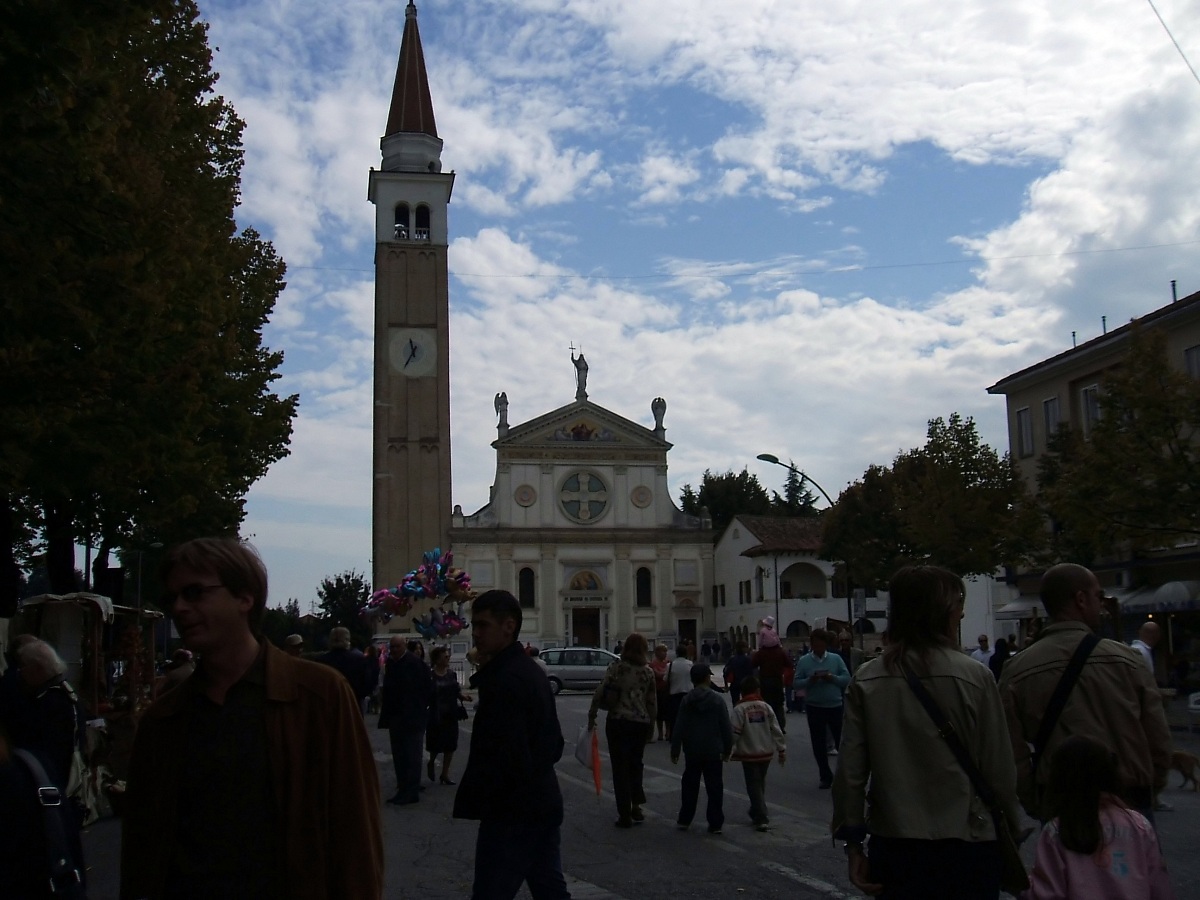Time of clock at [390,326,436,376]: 11:35
